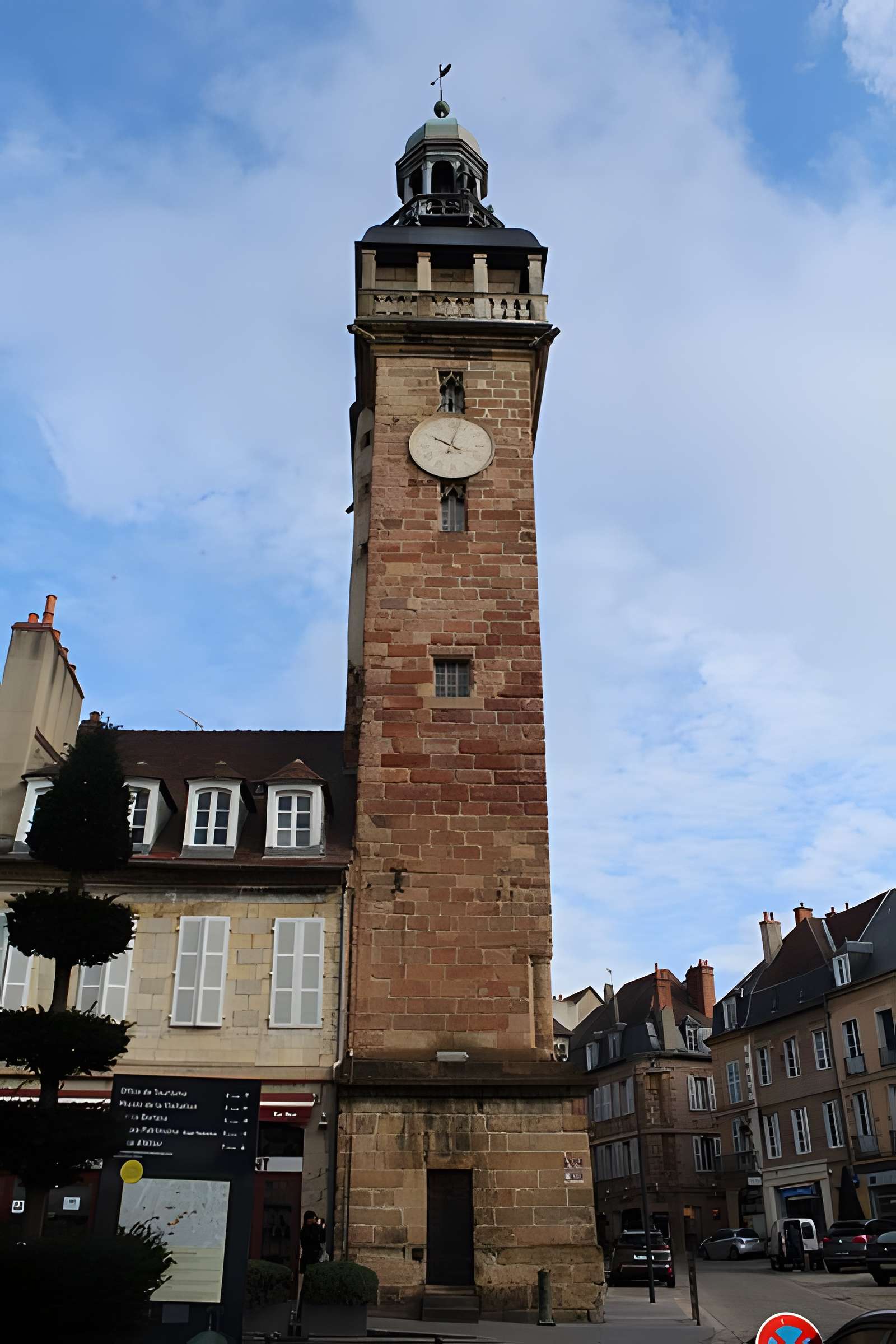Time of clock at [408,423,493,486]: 10:02
